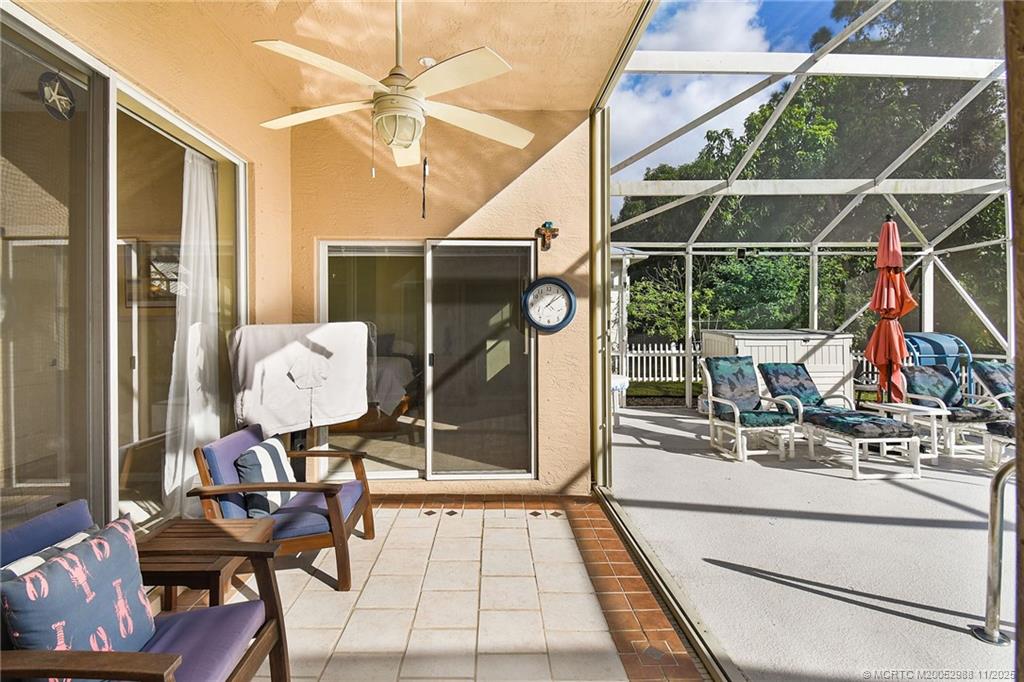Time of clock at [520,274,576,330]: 1:08
